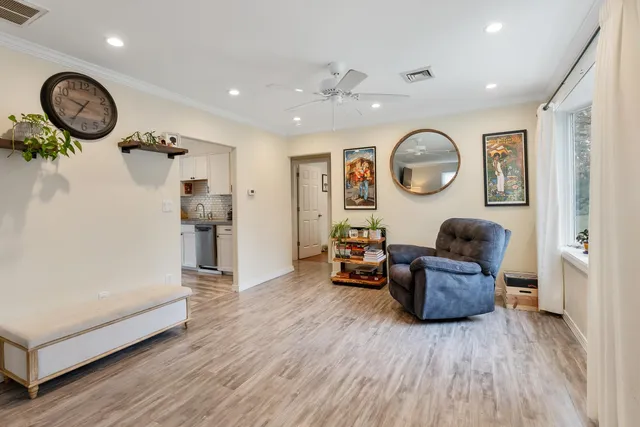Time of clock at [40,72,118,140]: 9:35
